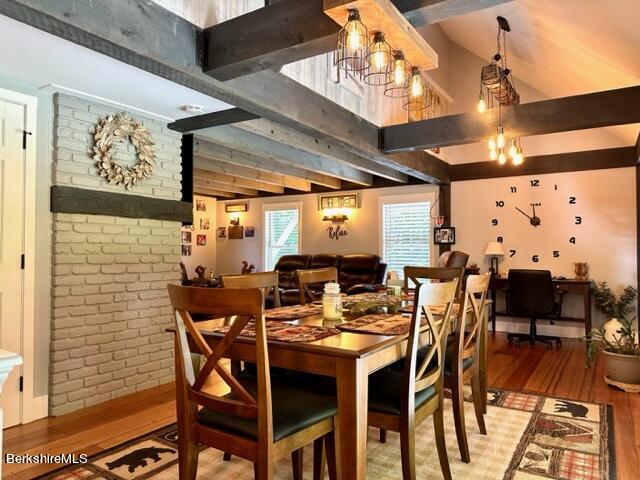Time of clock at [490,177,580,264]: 11:51
